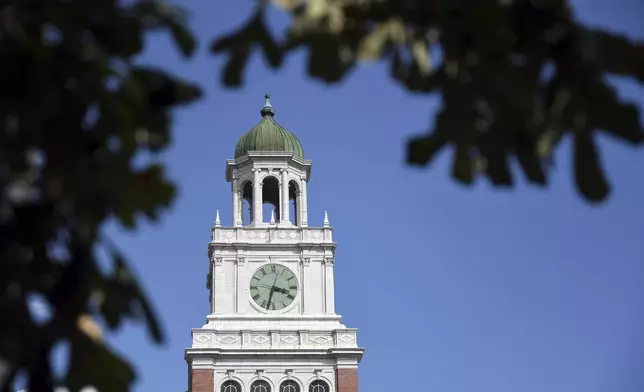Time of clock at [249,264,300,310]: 3:32
